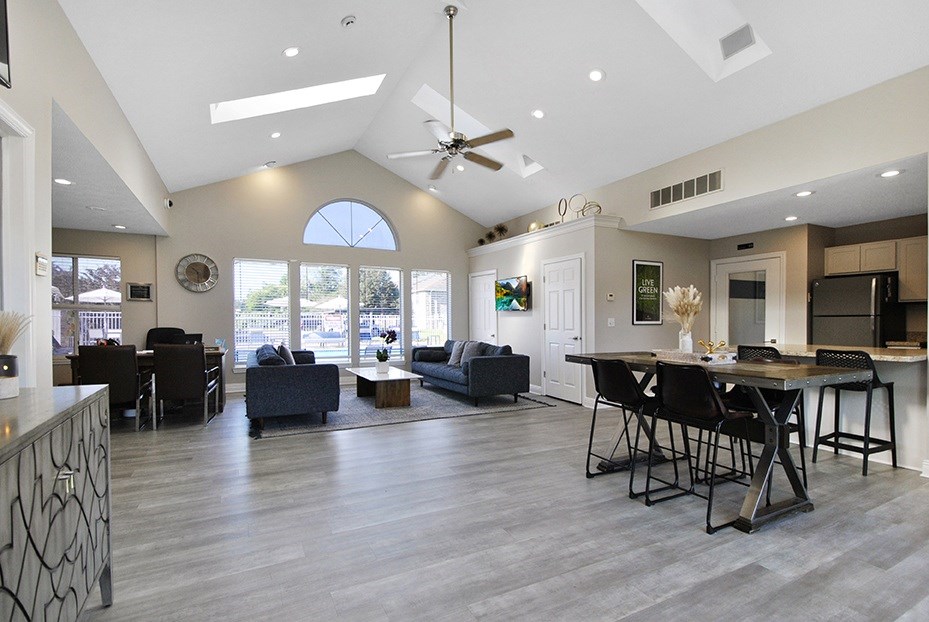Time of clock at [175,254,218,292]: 10:30
